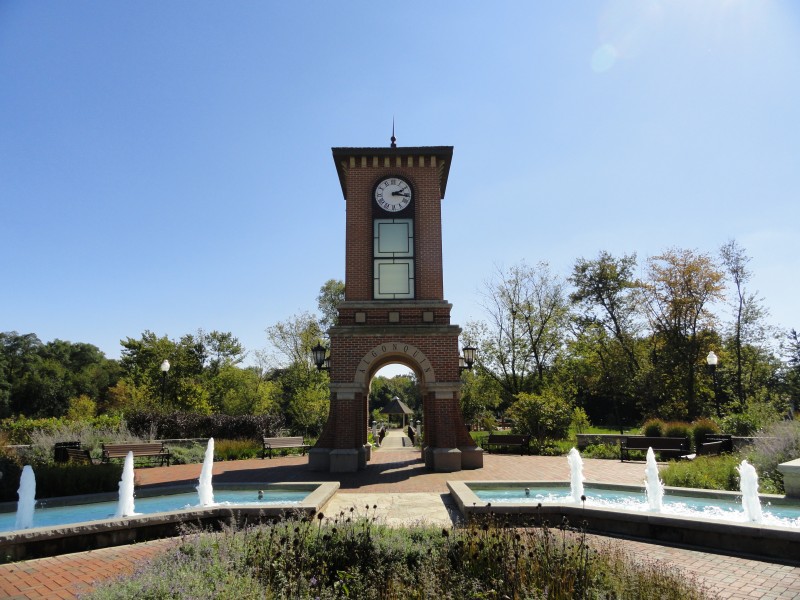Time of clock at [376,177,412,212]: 2:16
